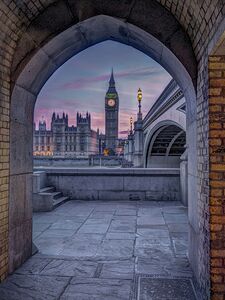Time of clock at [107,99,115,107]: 9:01
